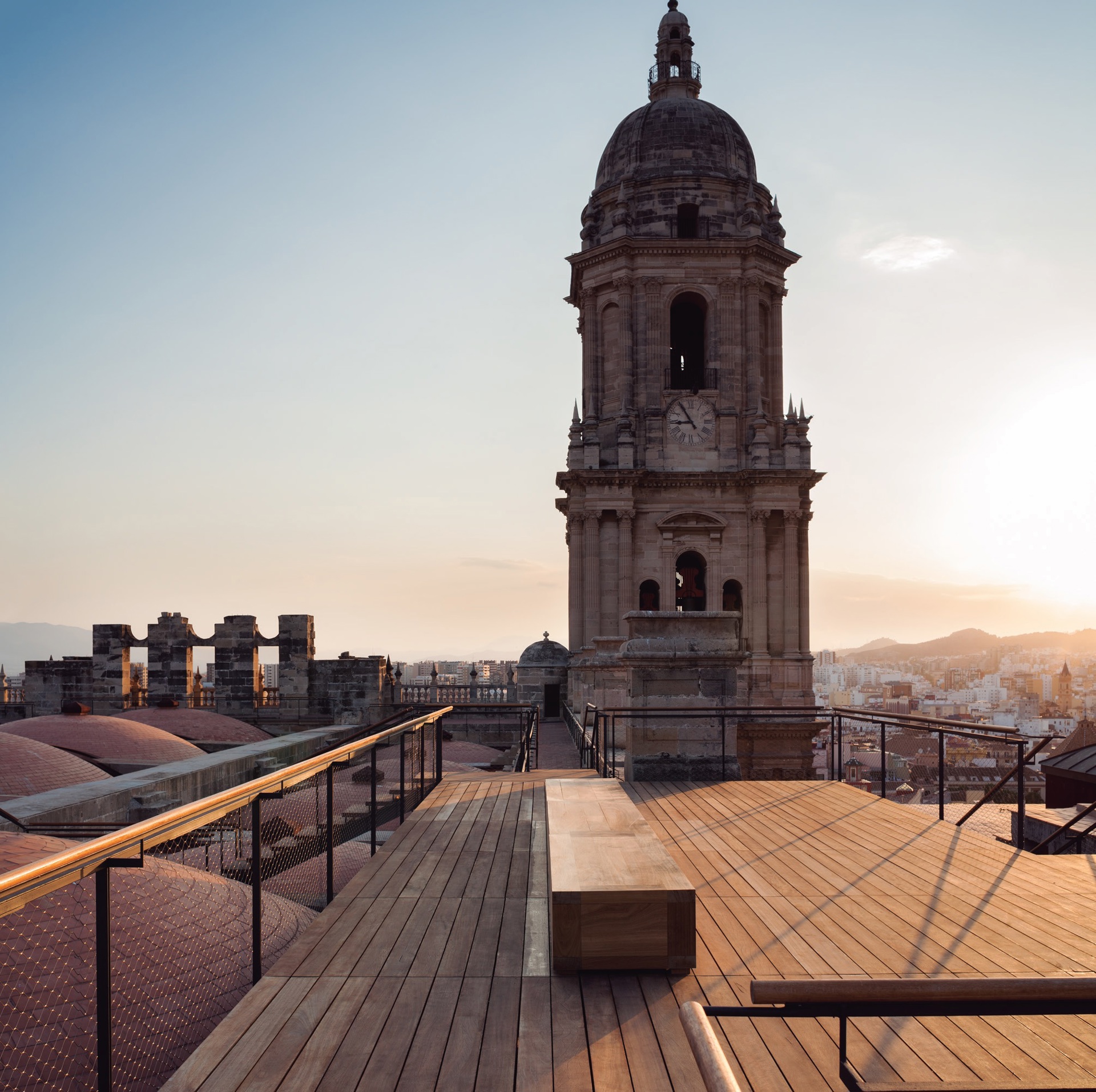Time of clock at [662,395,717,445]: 8:54
